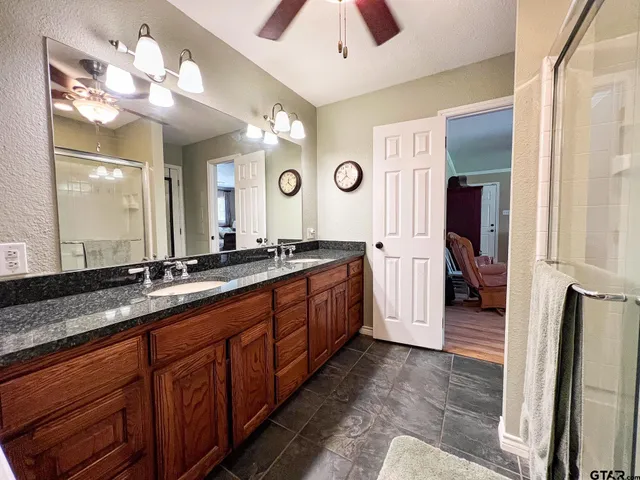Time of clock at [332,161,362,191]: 11:38
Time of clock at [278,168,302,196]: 12:21
